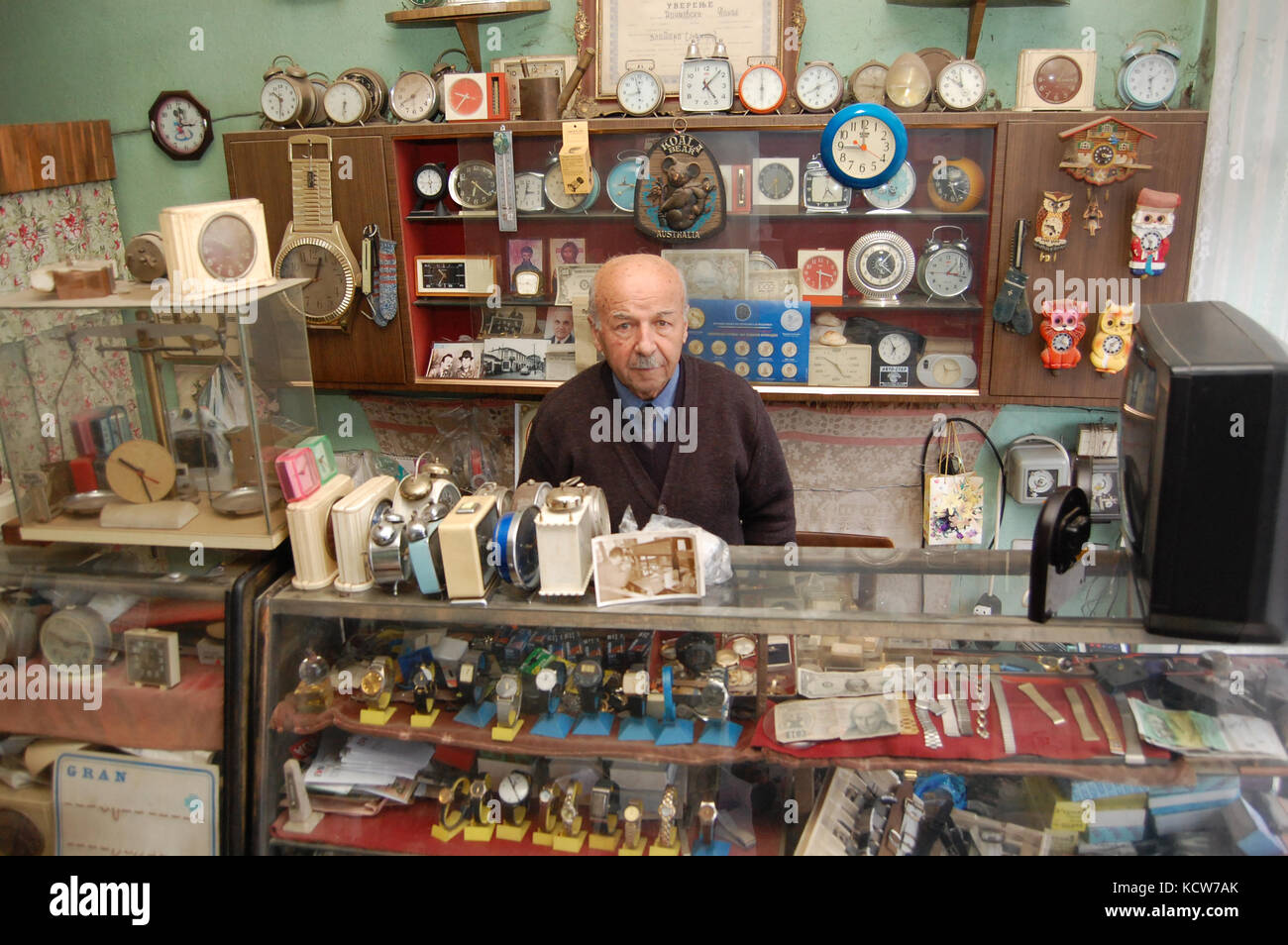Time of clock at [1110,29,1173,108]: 1:28
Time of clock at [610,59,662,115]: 11:42
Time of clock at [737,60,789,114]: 6:00
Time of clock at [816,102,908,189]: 8:59
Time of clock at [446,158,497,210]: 6:21
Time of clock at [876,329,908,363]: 6:55
